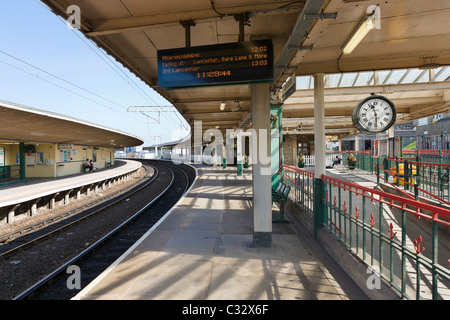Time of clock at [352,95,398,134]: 11:29
